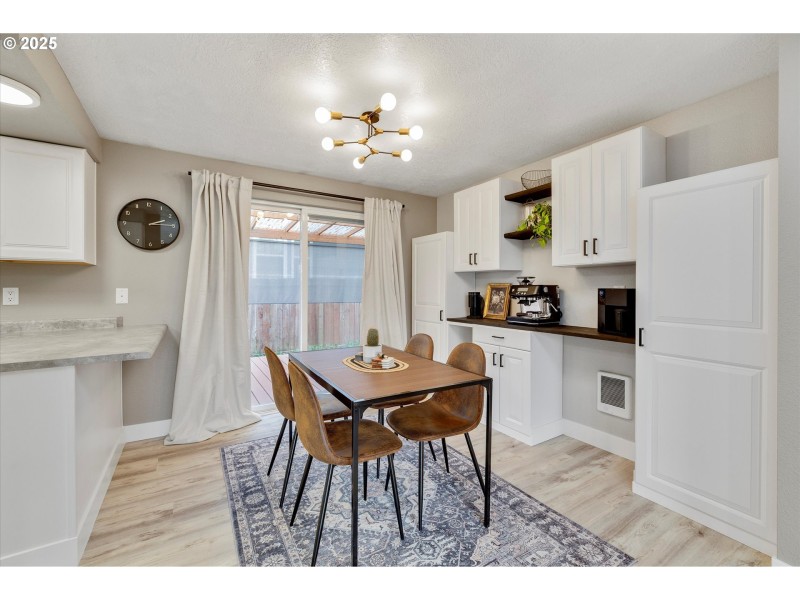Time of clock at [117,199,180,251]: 2:14
